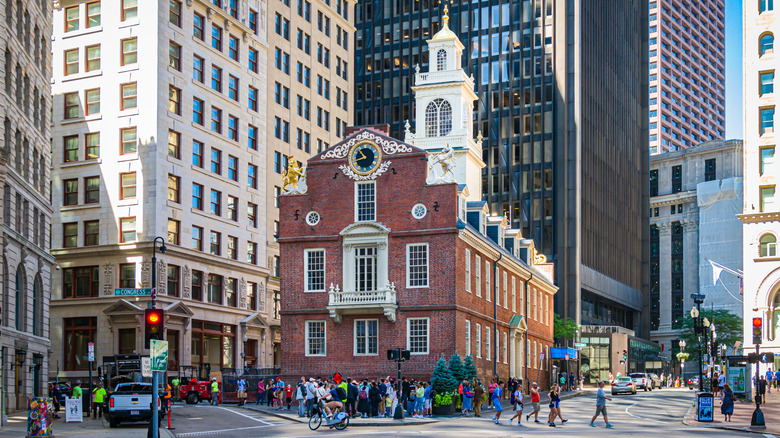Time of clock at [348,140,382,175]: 10:42
